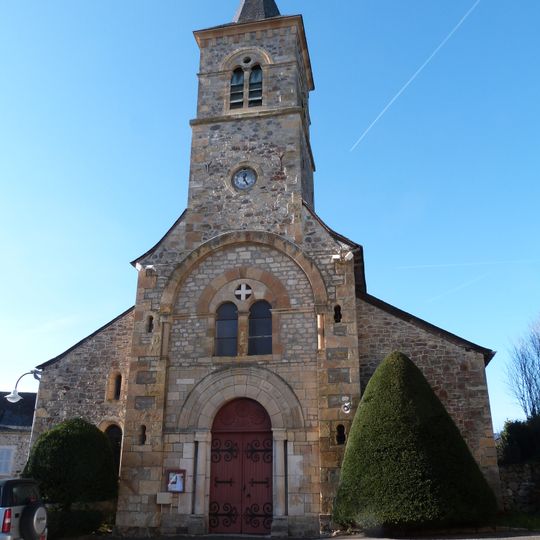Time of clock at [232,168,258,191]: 12:24
